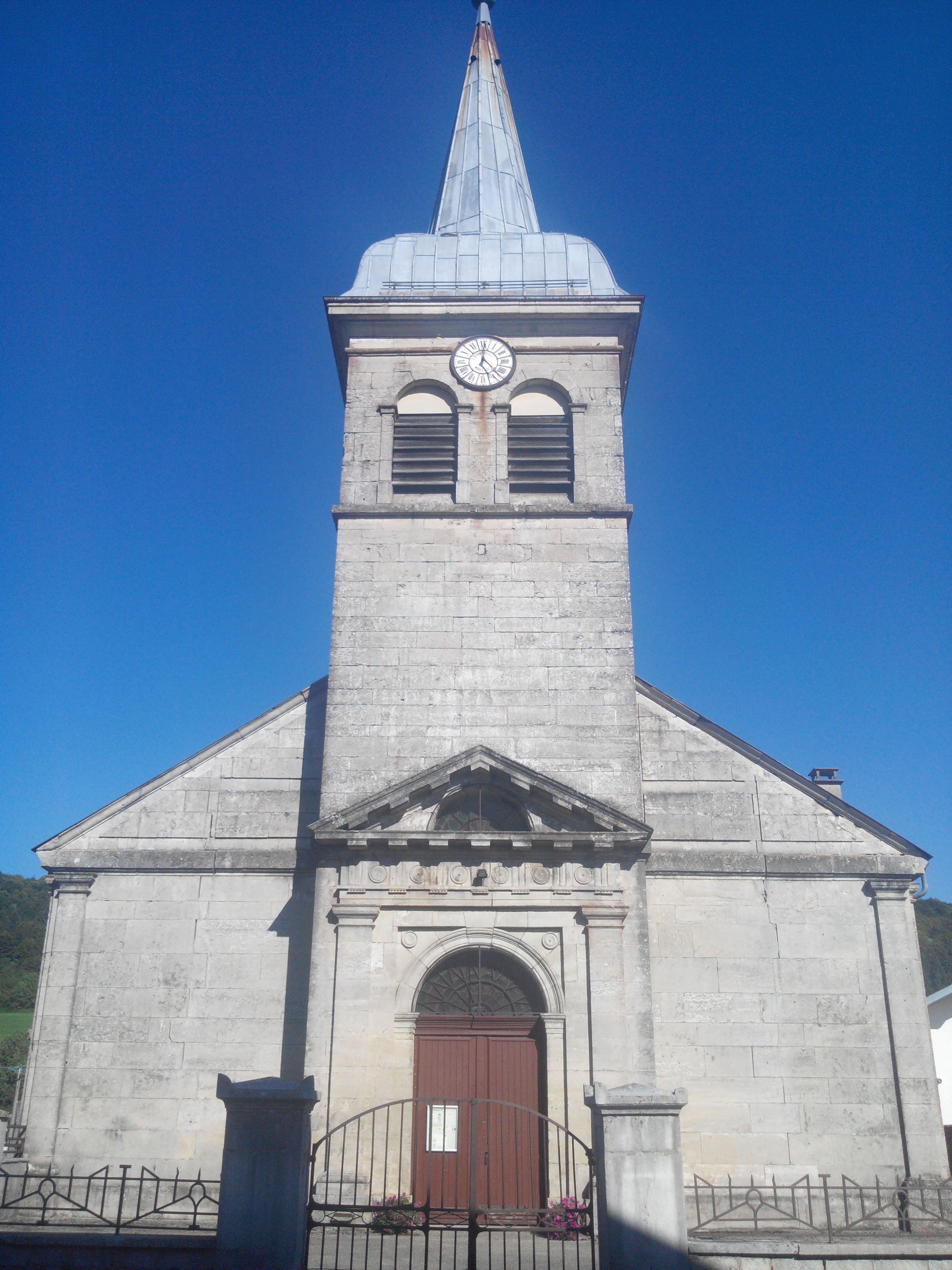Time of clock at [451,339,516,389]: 12:22
